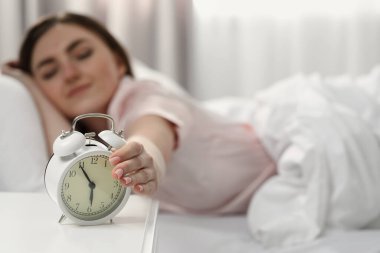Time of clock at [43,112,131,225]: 5:54
